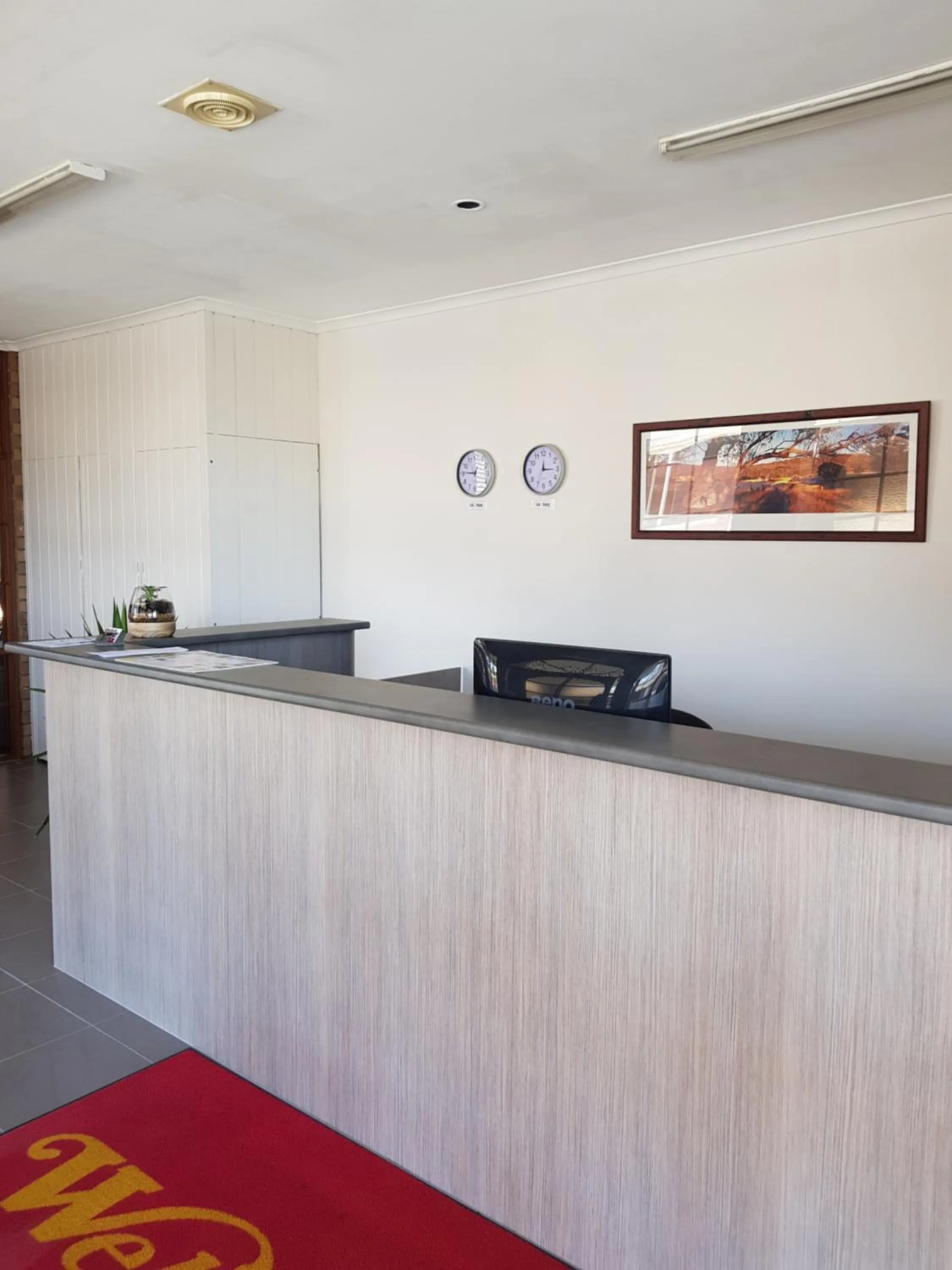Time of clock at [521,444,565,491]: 12:15
